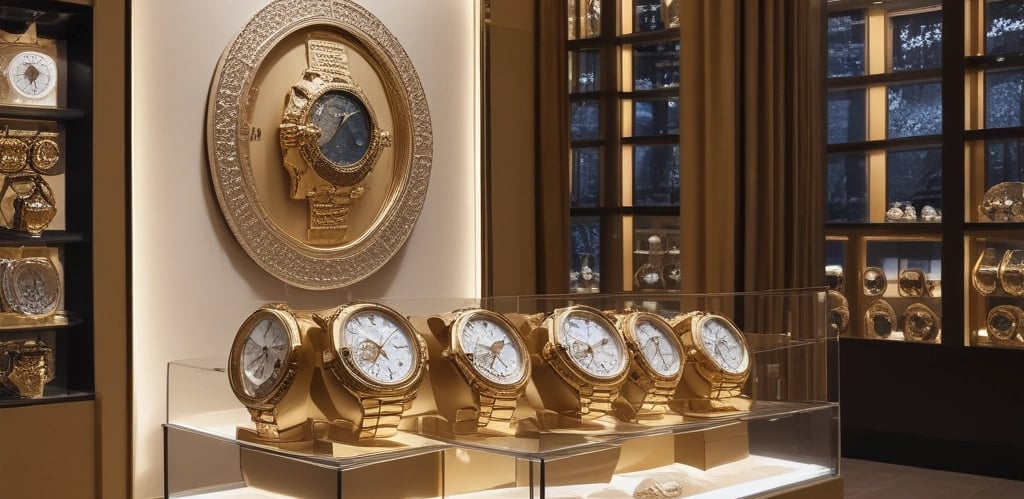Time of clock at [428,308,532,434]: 1:34
